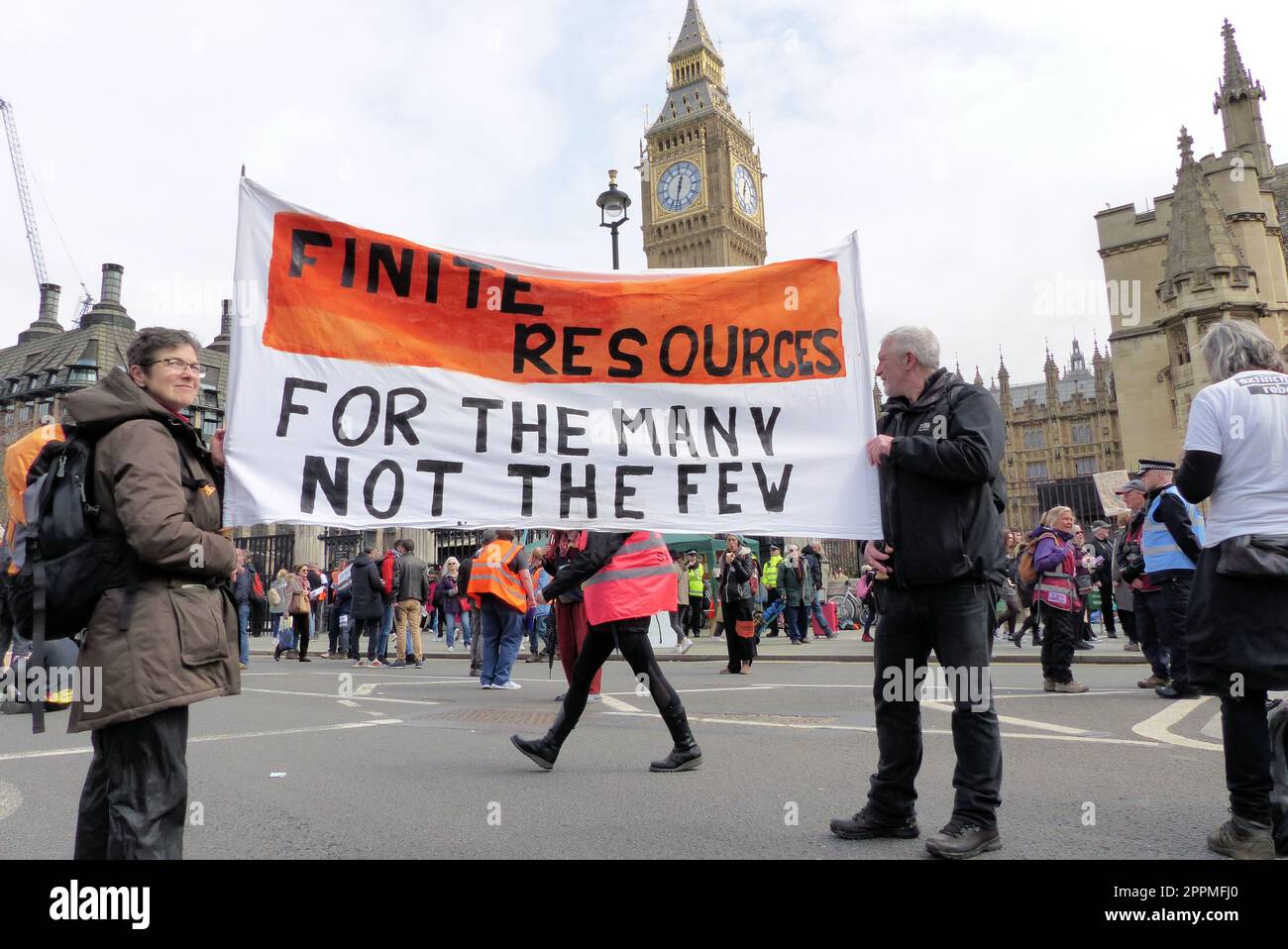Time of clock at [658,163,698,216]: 12:32
